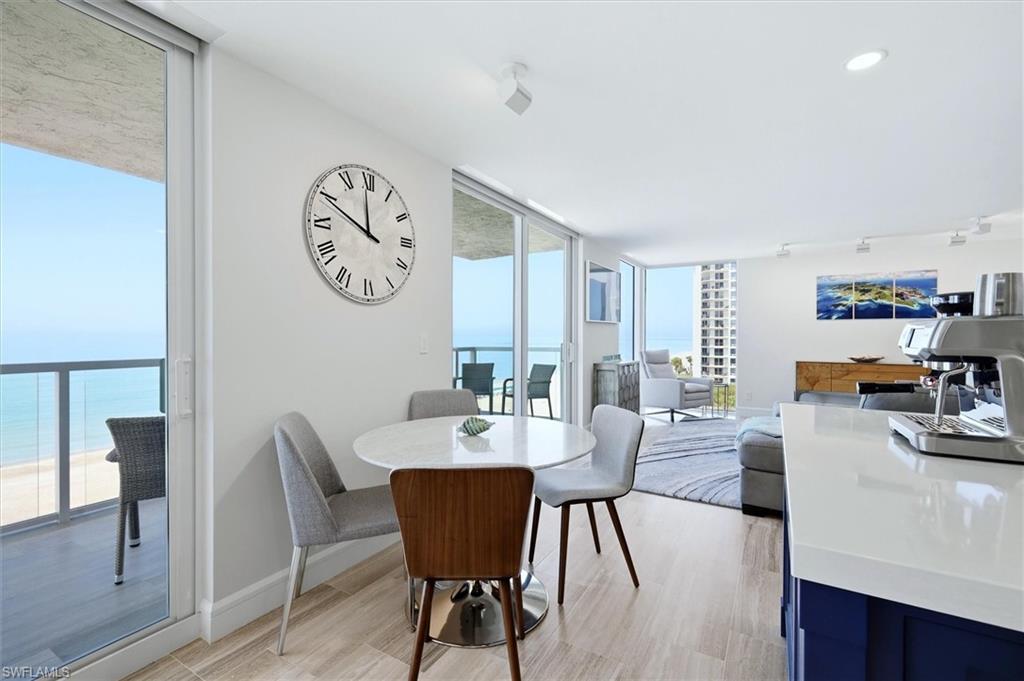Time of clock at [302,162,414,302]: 11:49
